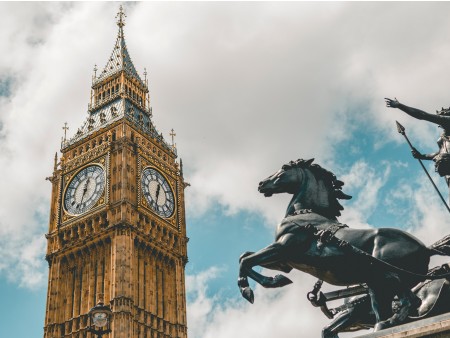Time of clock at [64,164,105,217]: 12:32
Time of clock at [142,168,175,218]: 12:32
